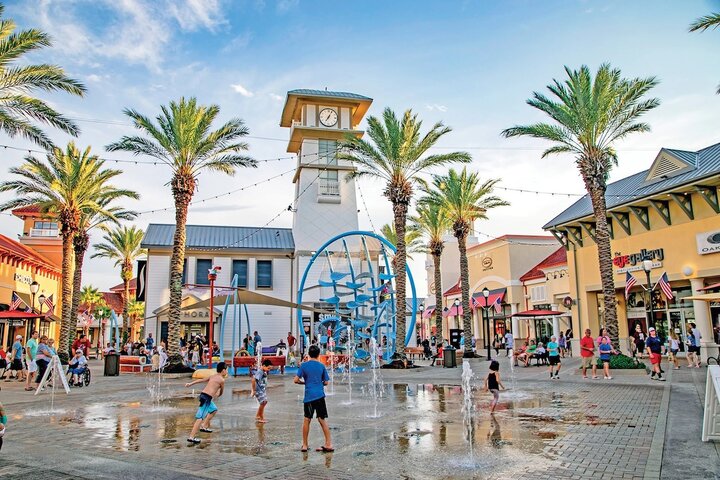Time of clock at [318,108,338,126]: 7:04
